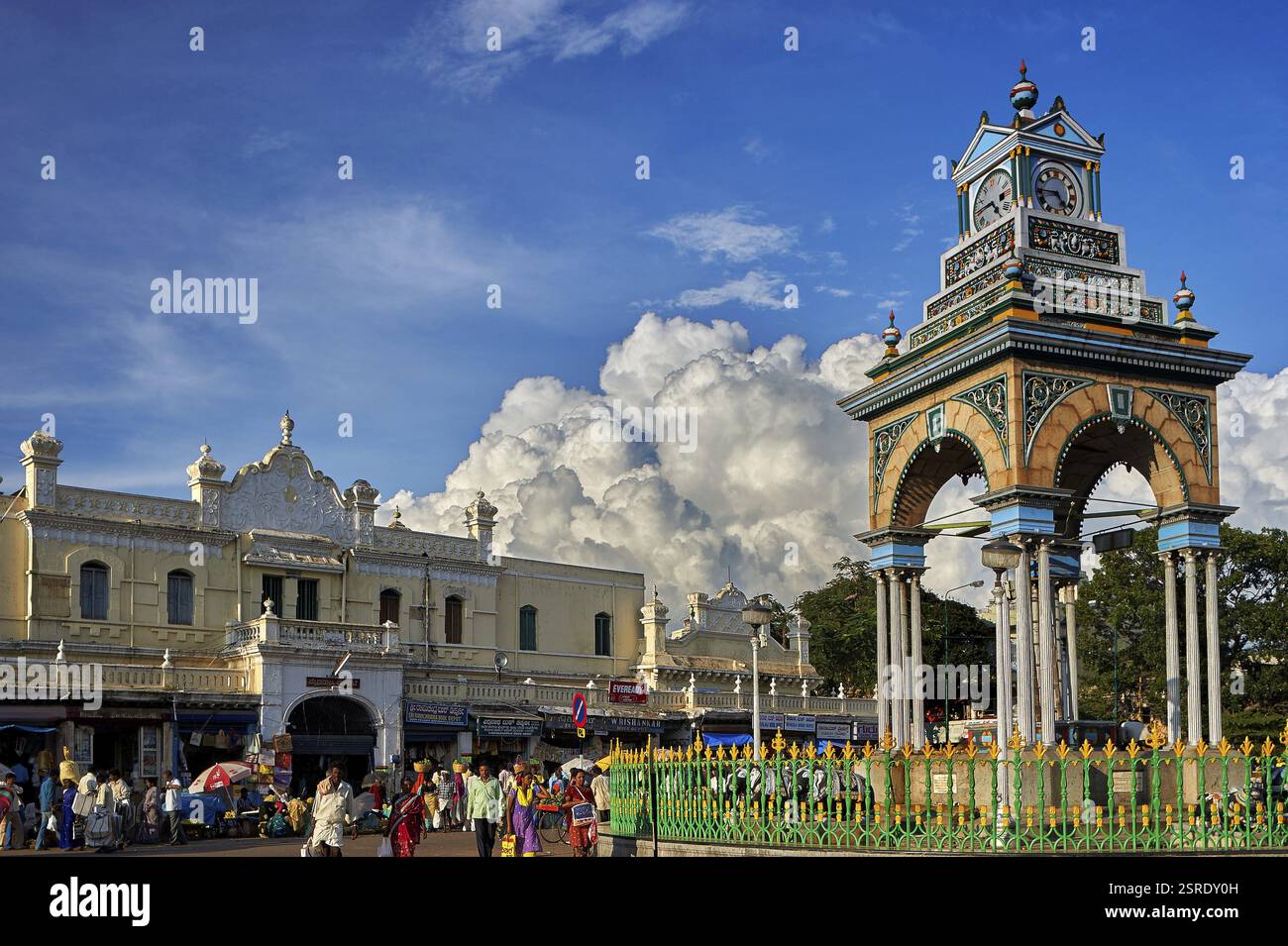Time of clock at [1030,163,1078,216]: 4:44
